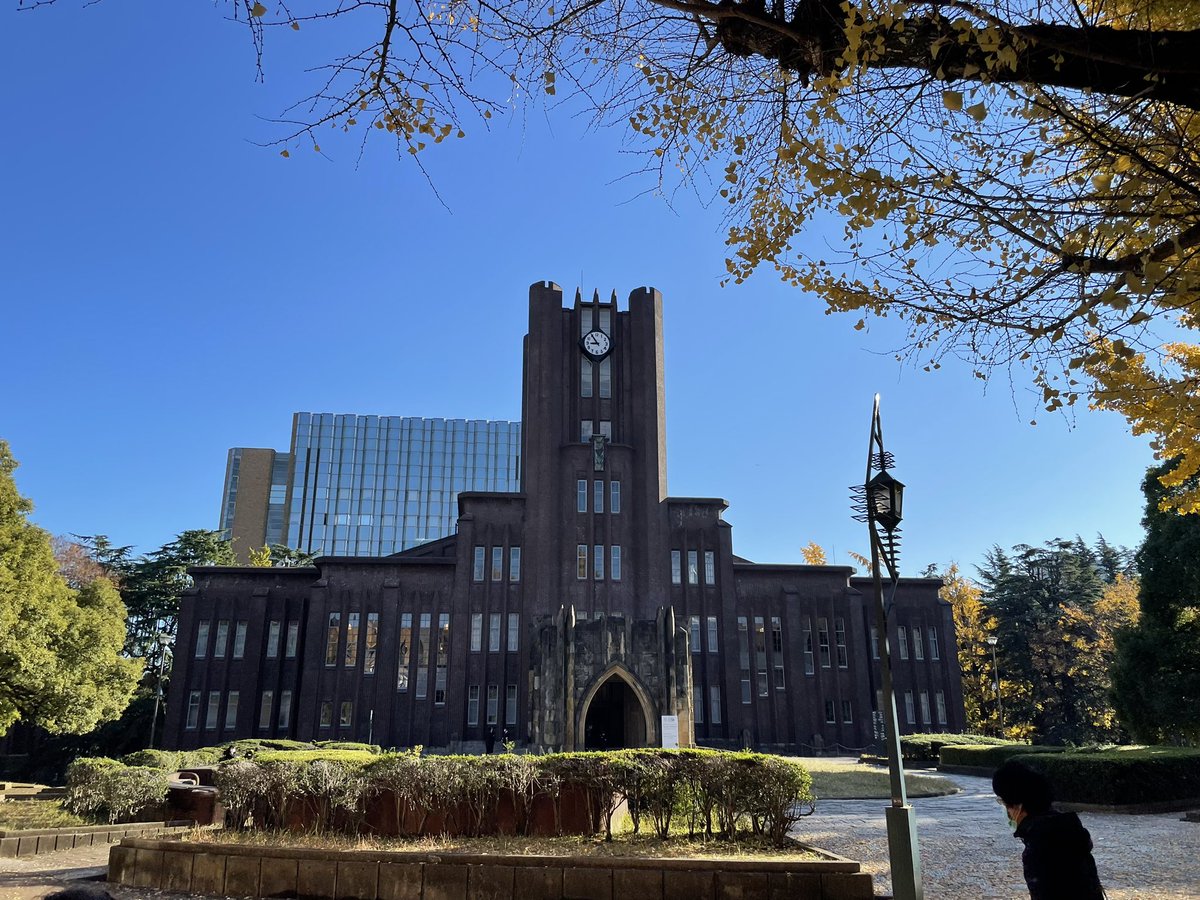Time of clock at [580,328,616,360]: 8:54
